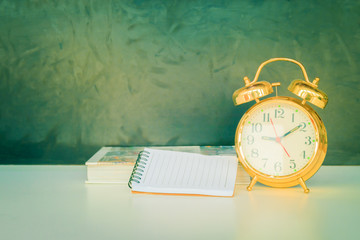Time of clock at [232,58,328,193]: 9:09
